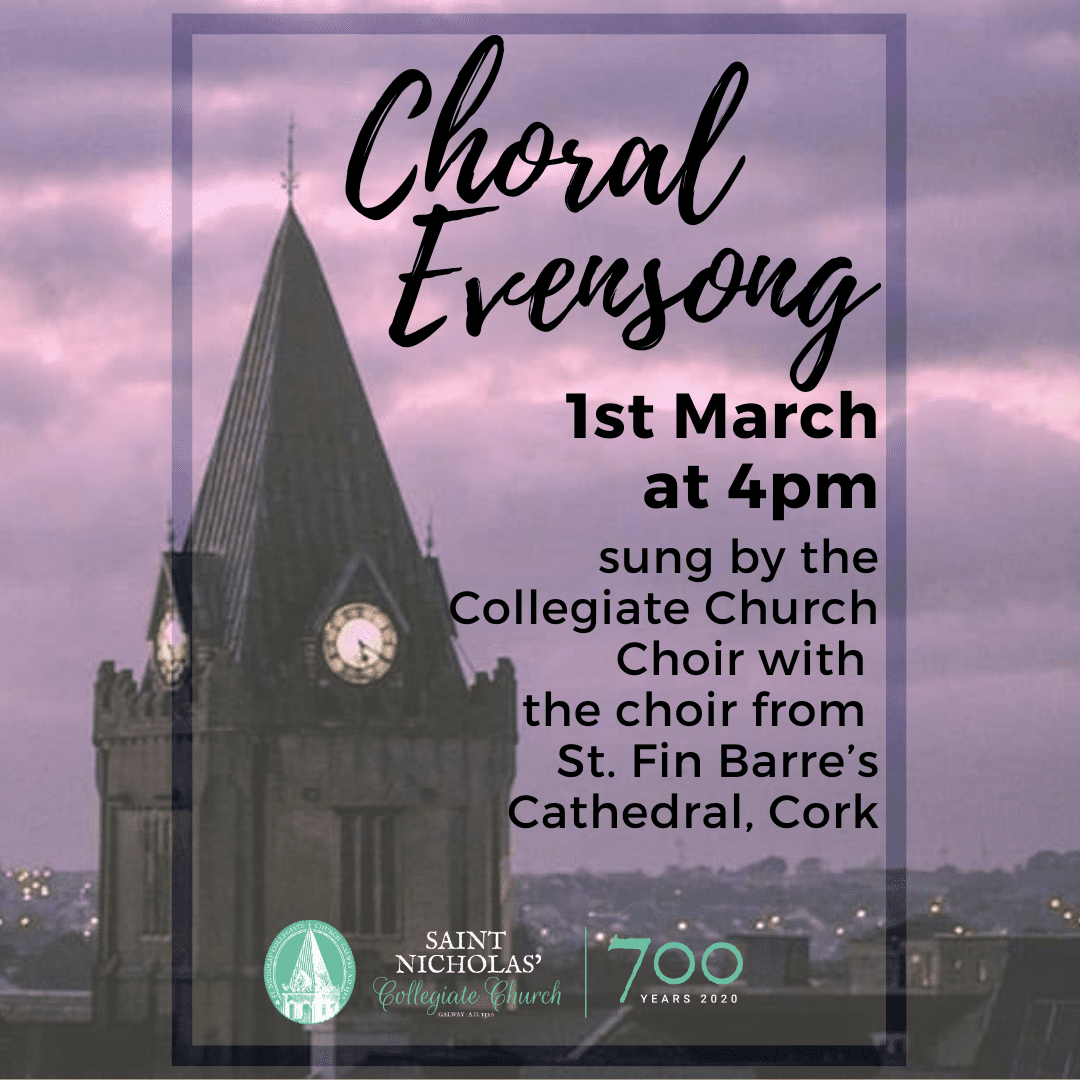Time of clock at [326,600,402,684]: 5:19
